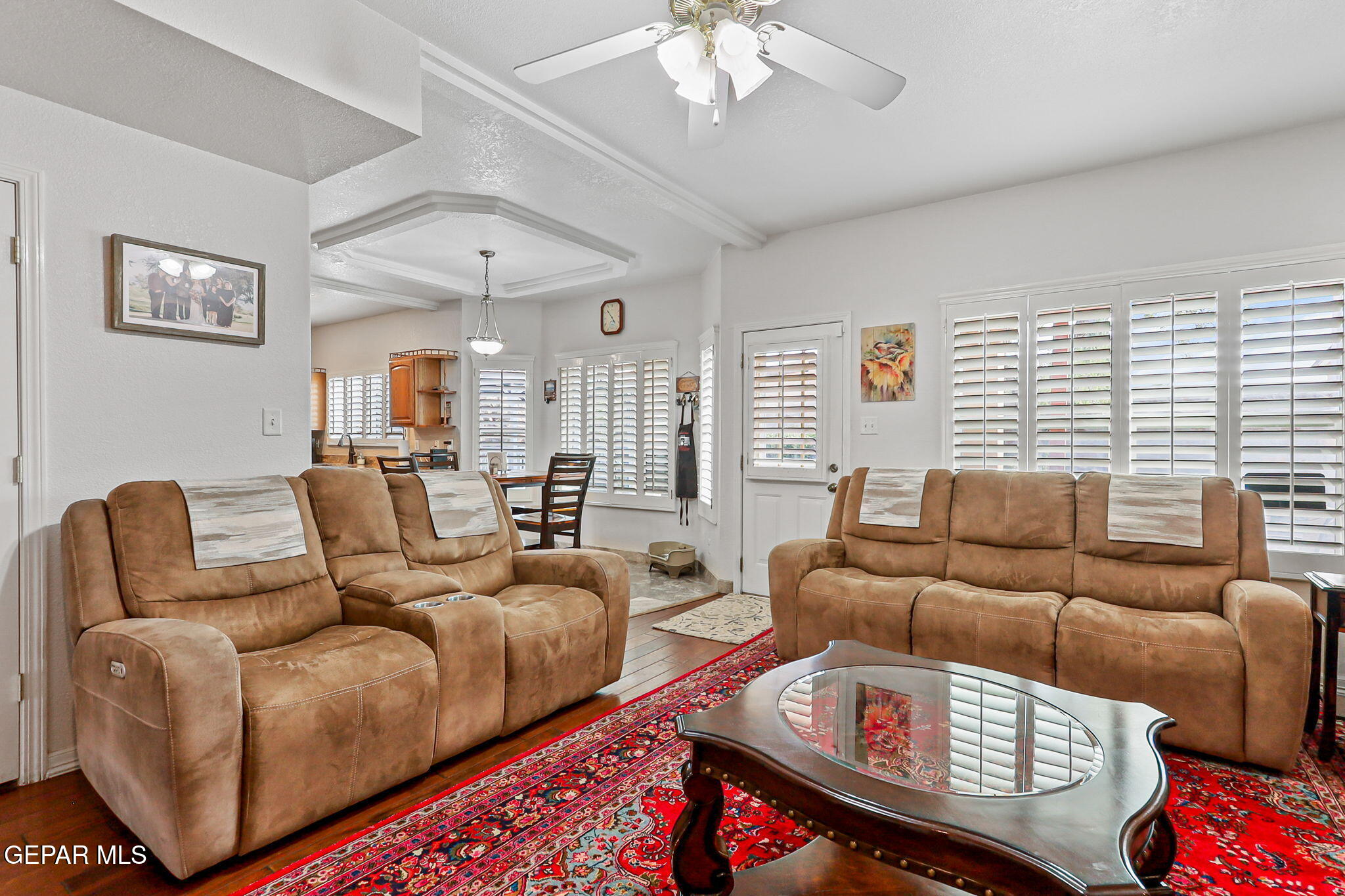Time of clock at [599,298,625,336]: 10:22
